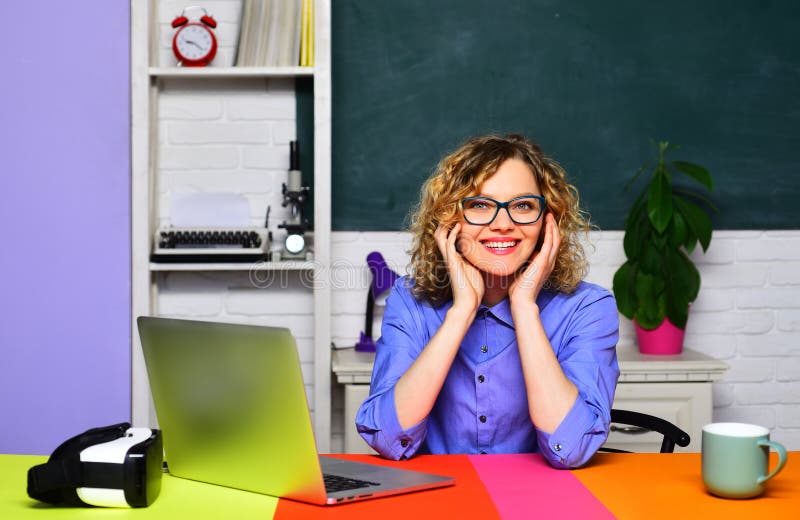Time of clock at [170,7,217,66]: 9:21
